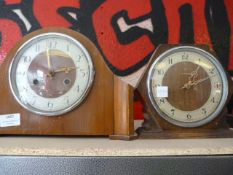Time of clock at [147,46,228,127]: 1:11
